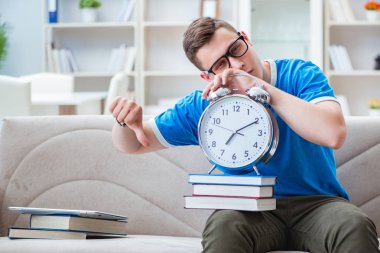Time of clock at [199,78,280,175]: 7:10
